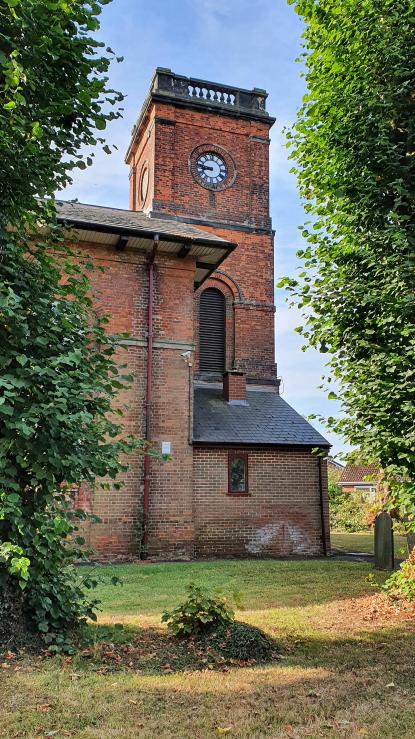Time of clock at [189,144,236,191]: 8:46
